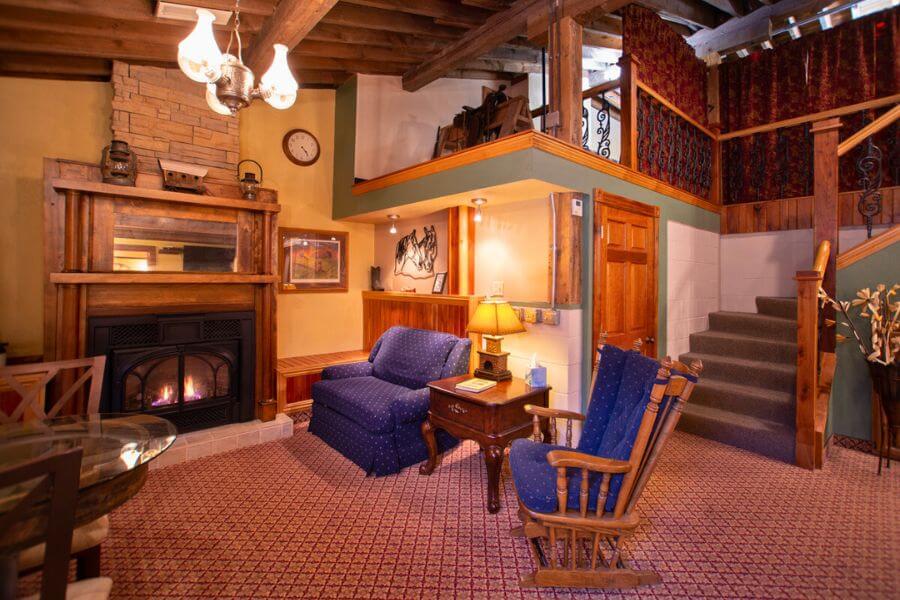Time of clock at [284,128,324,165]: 4:23
